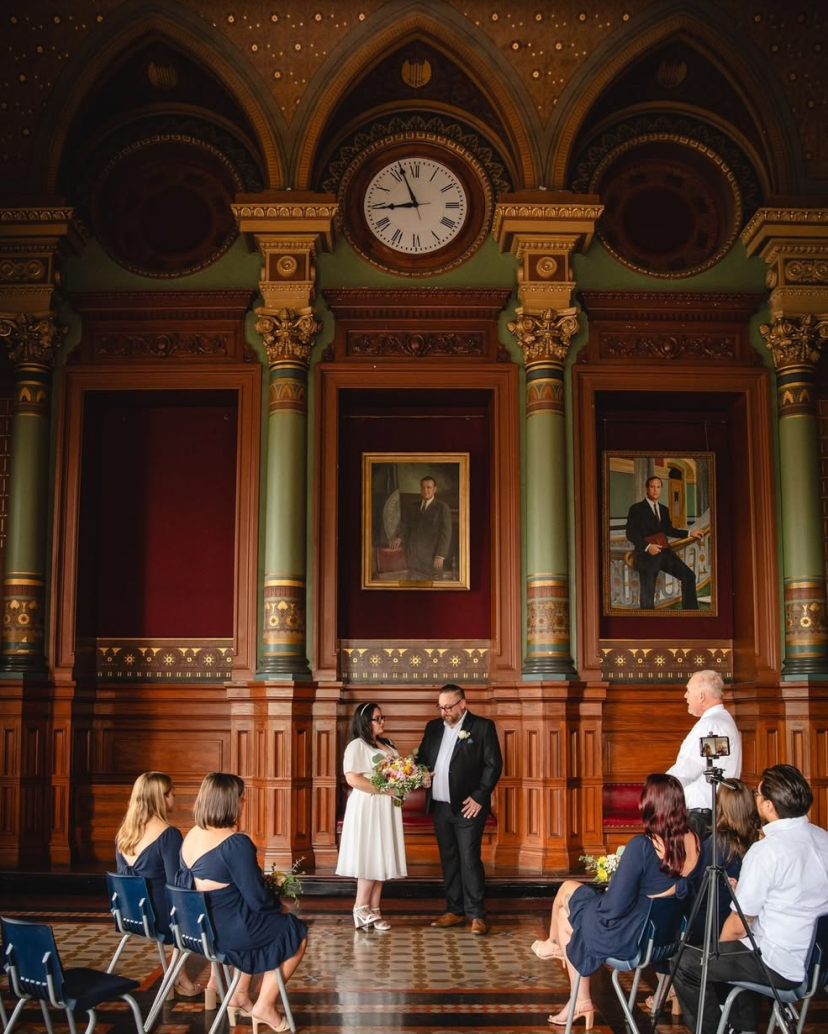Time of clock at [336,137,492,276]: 8:56
